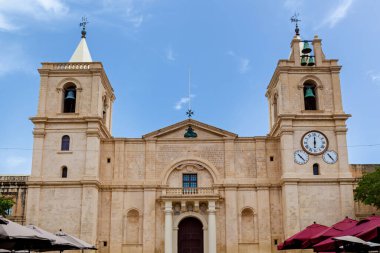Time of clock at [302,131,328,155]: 6:00
